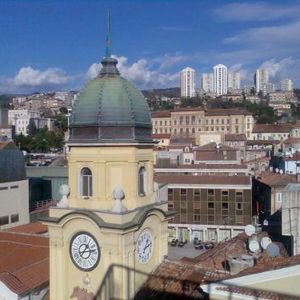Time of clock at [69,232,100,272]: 1:13
